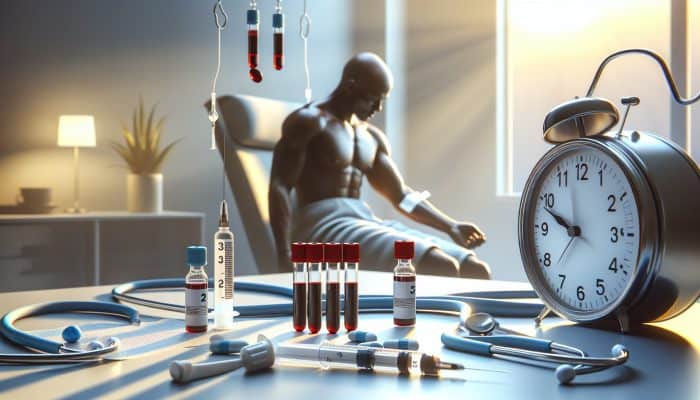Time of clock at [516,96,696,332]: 9:48
